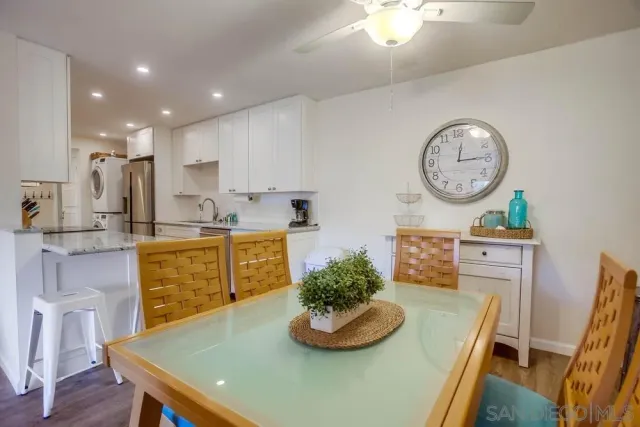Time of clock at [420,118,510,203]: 12:14
